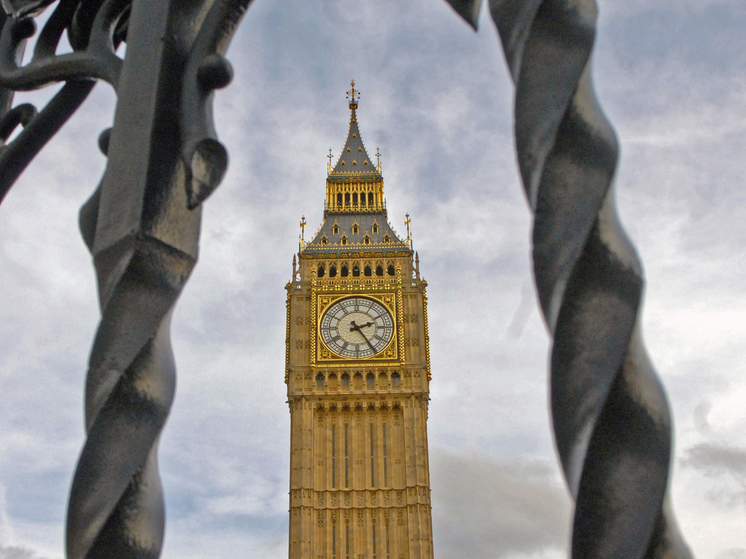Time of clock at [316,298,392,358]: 2:24
